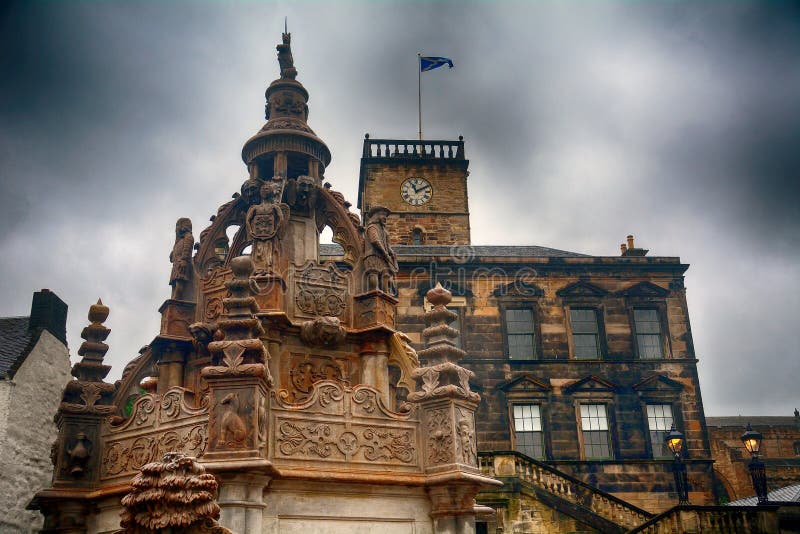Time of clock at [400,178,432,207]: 11:10
